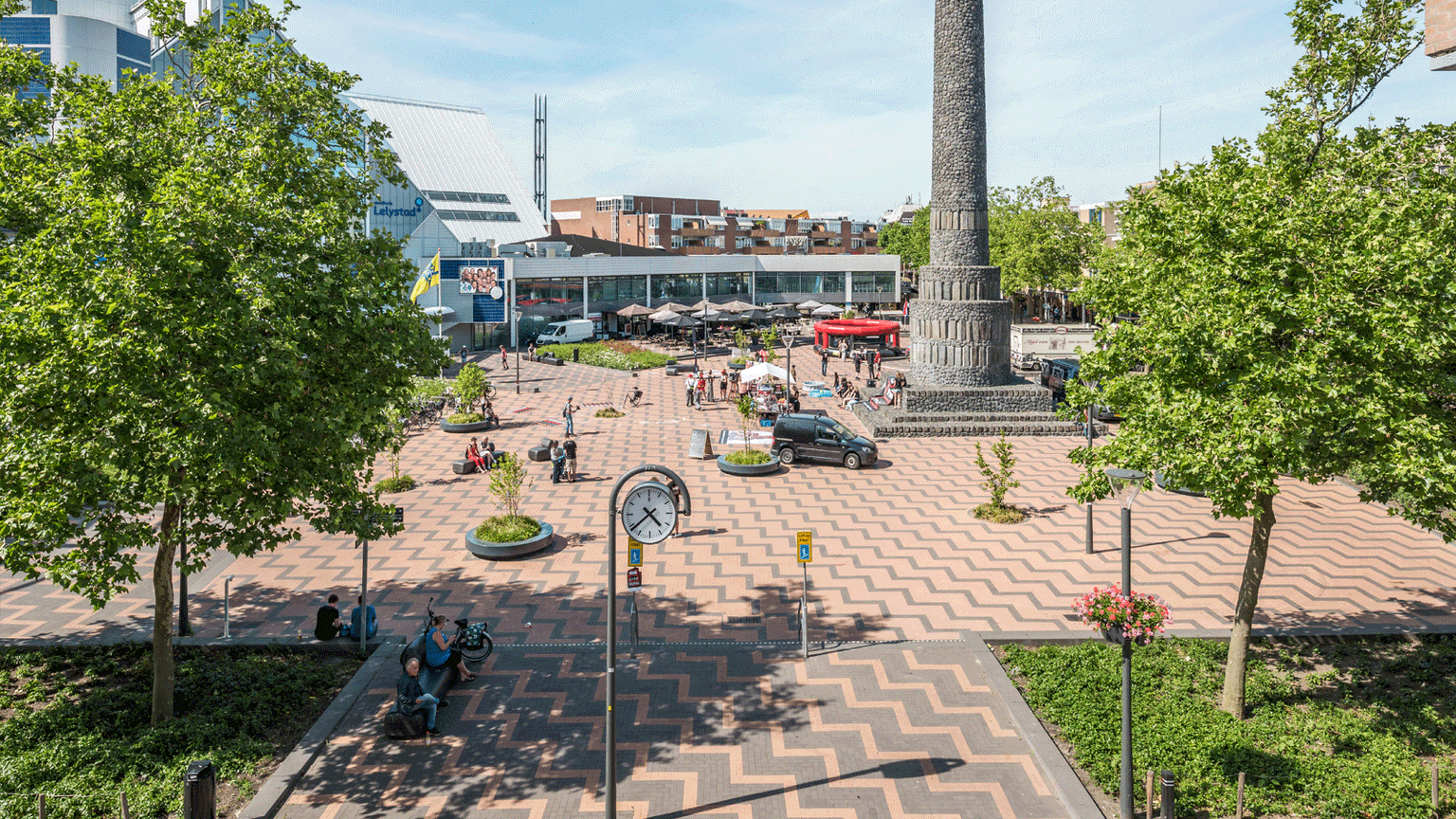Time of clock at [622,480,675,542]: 4:38
